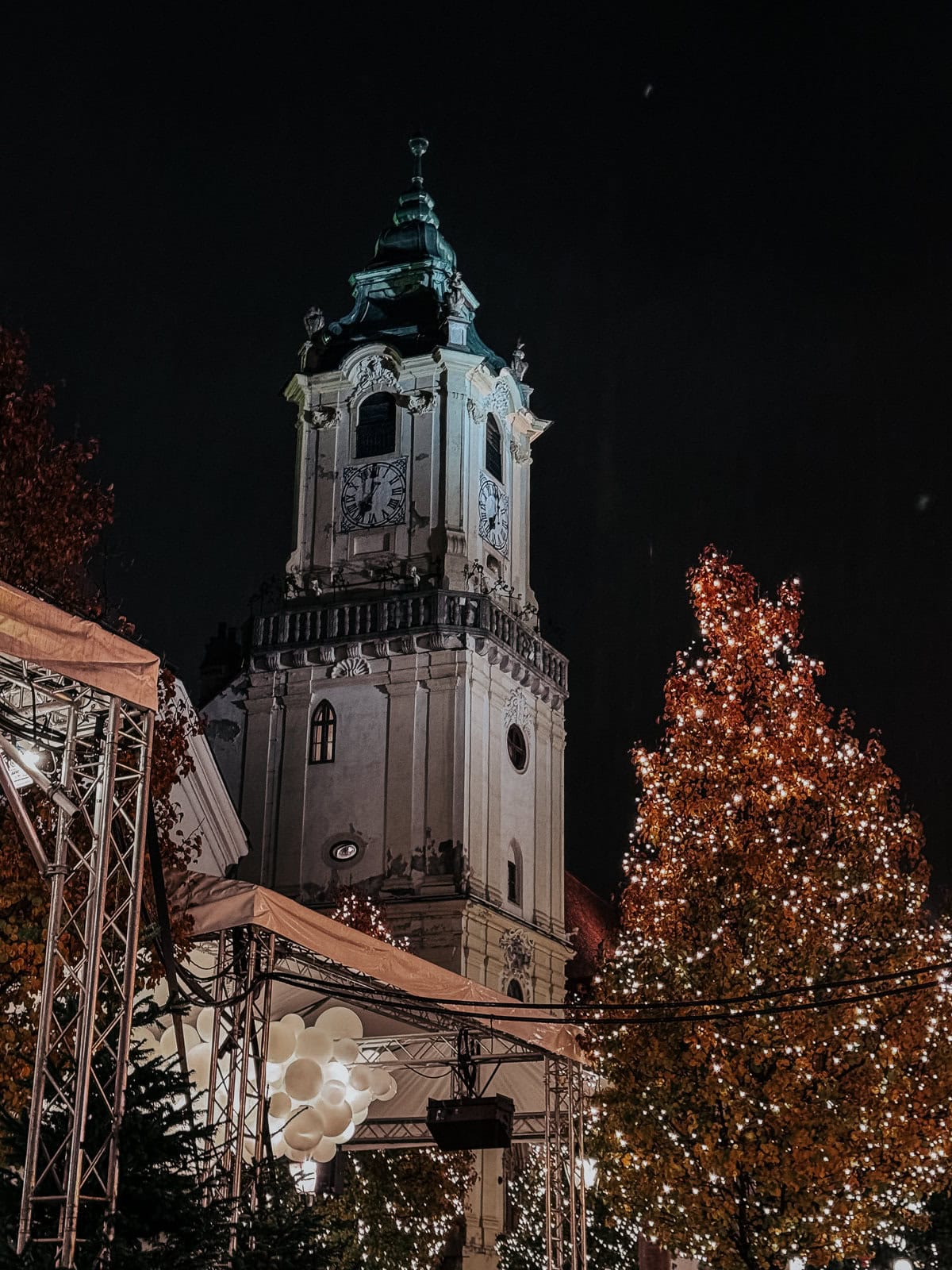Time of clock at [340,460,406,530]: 7:00
